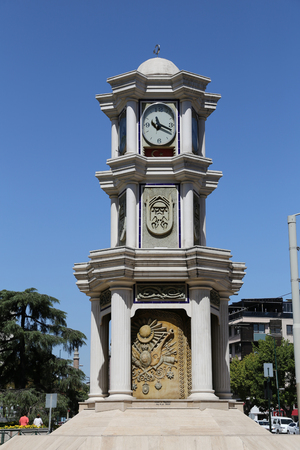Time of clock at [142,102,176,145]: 11:18
